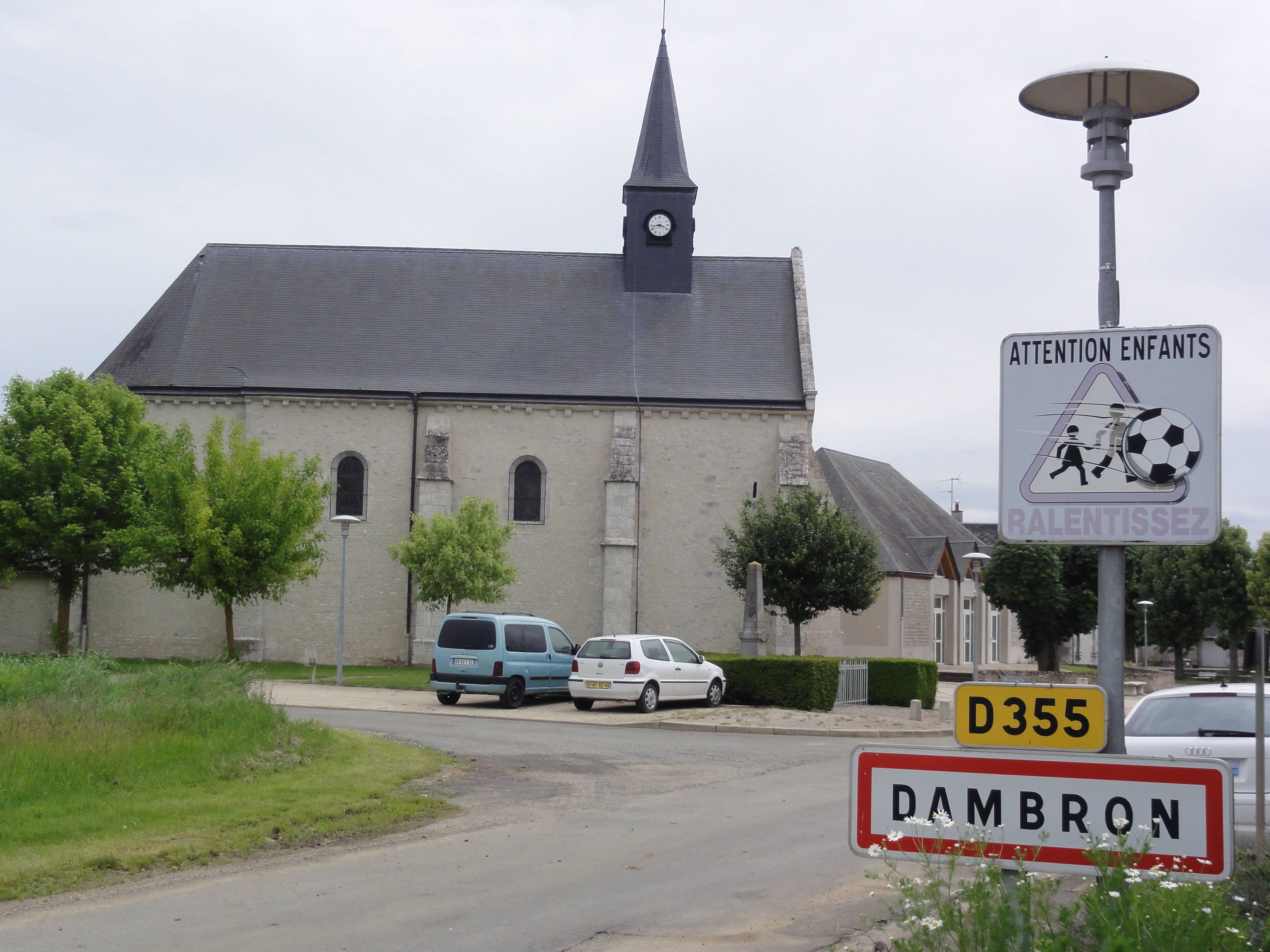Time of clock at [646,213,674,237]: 3:43
